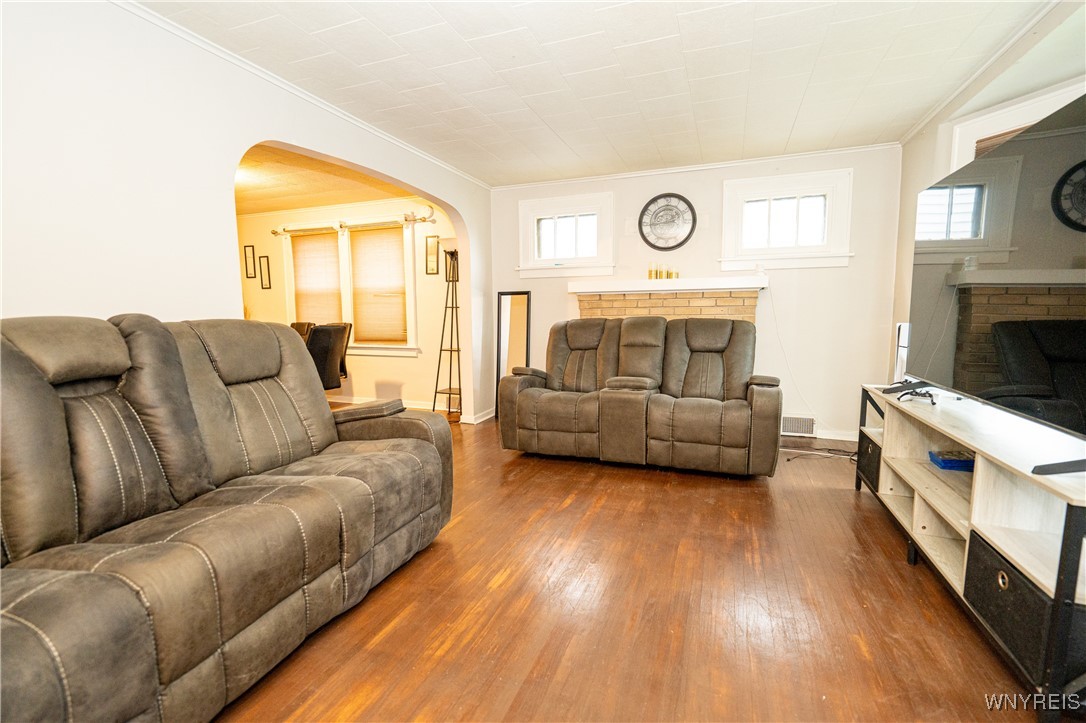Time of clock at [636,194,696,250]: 1:43
